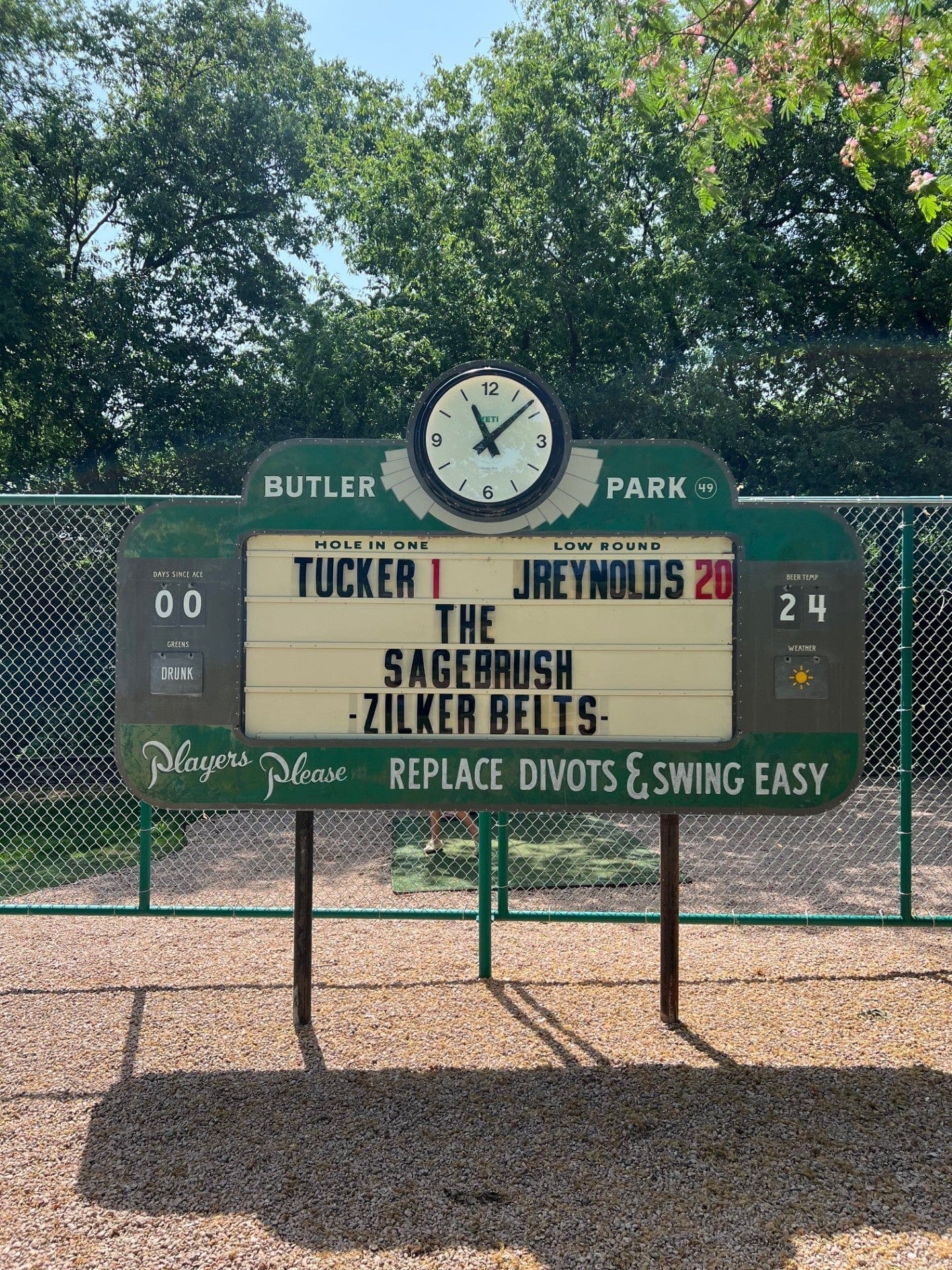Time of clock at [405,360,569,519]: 11:08
